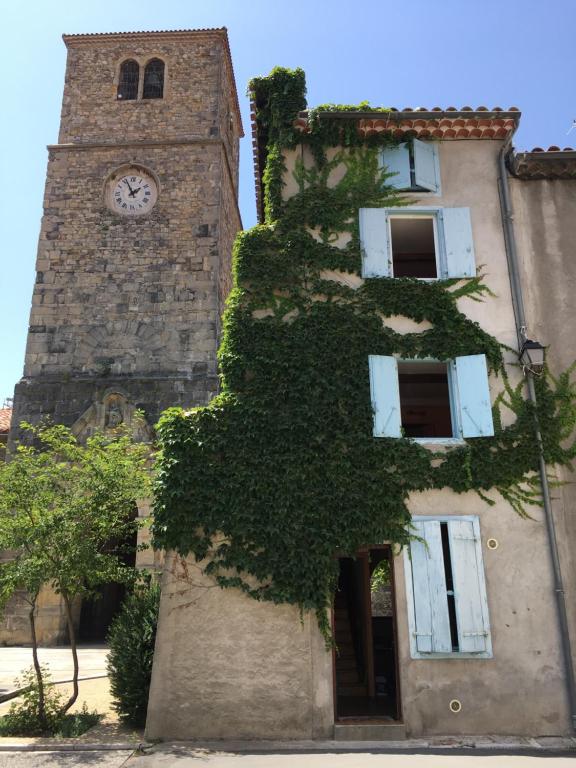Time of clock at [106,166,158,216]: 1:56
